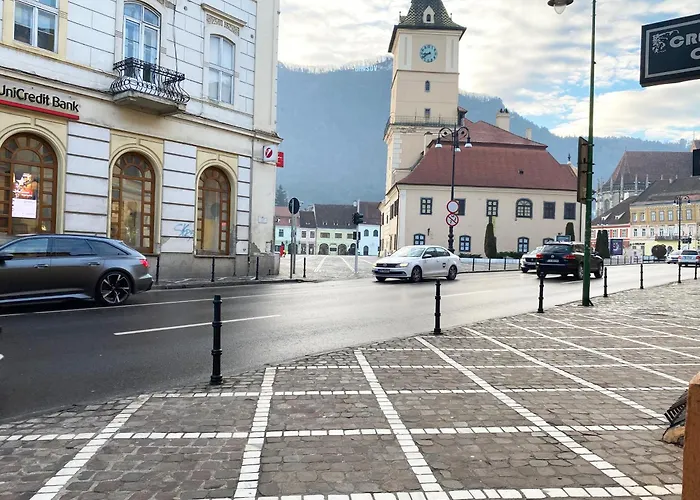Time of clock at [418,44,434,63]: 8:39
